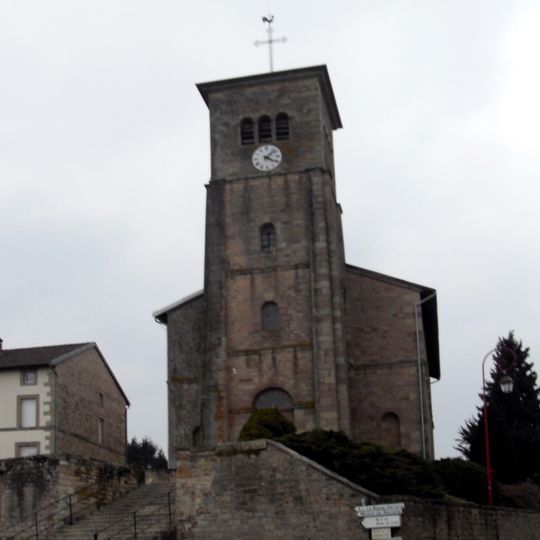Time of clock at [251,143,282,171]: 4:07
